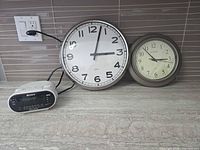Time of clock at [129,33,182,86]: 2:53
